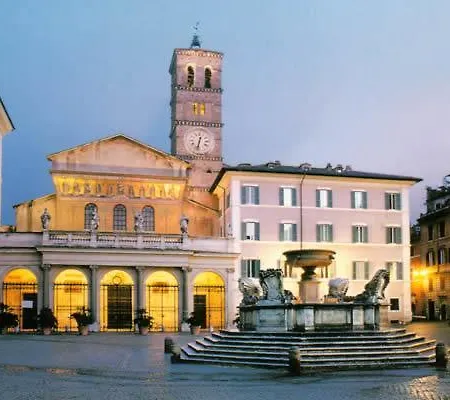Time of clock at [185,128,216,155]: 12:32
